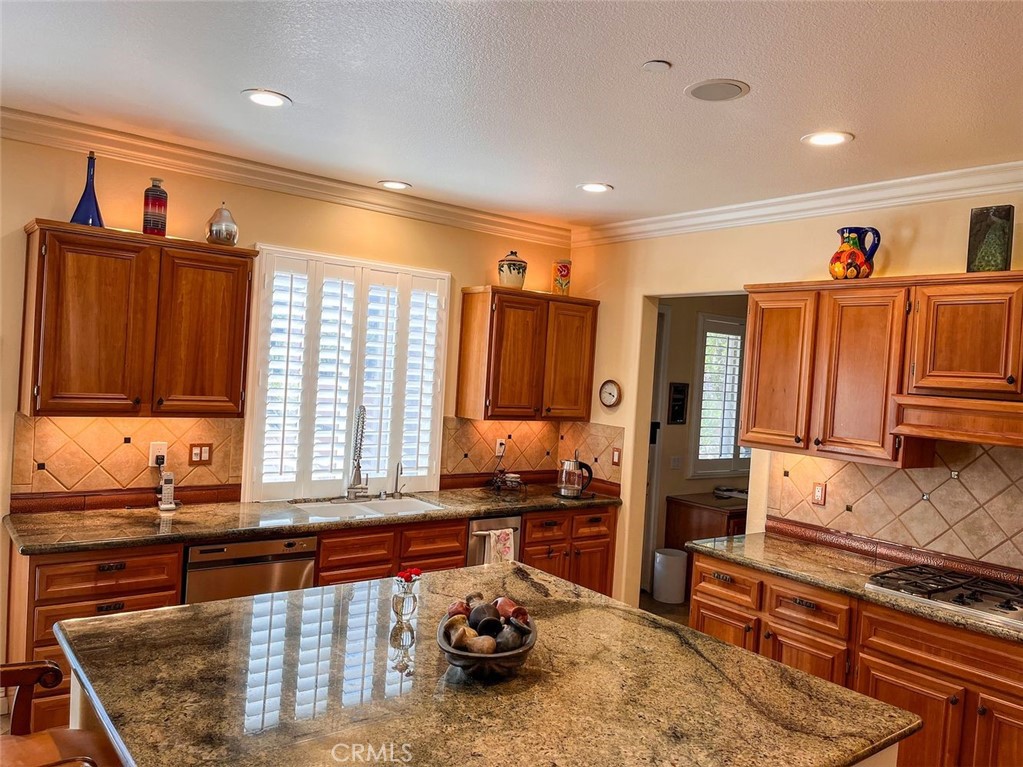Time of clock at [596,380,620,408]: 3:47
